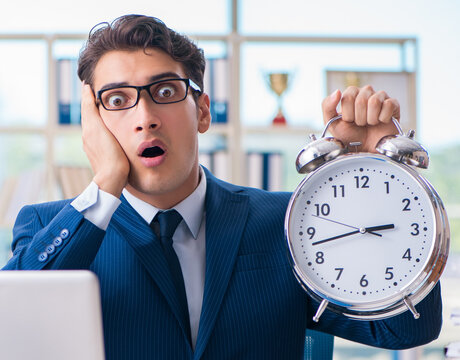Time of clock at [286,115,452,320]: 2:42
